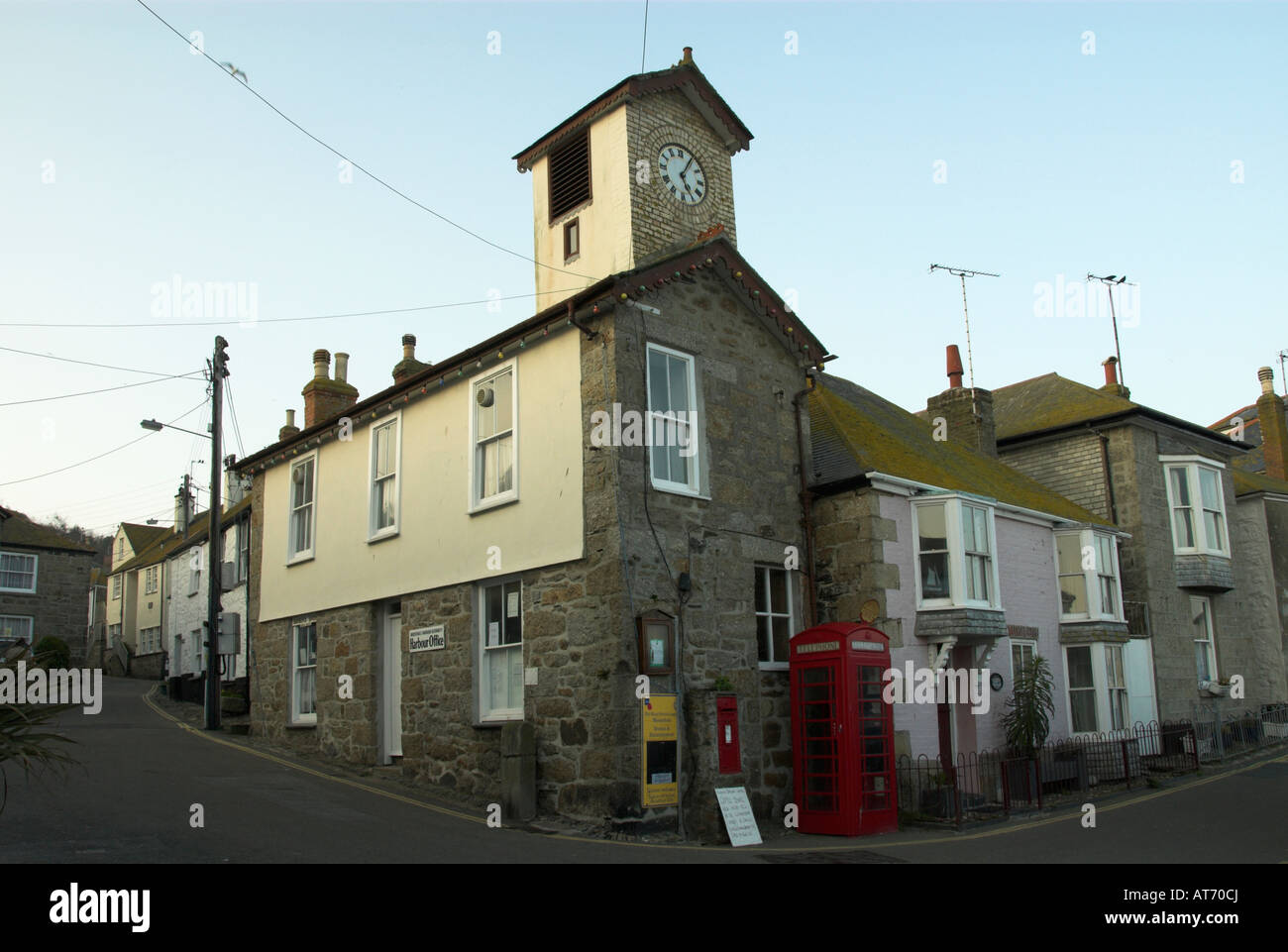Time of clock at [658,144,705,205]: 5:05
